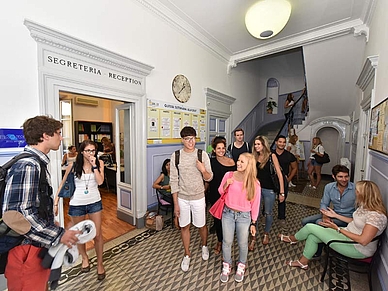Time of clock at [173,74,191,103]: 1:37
